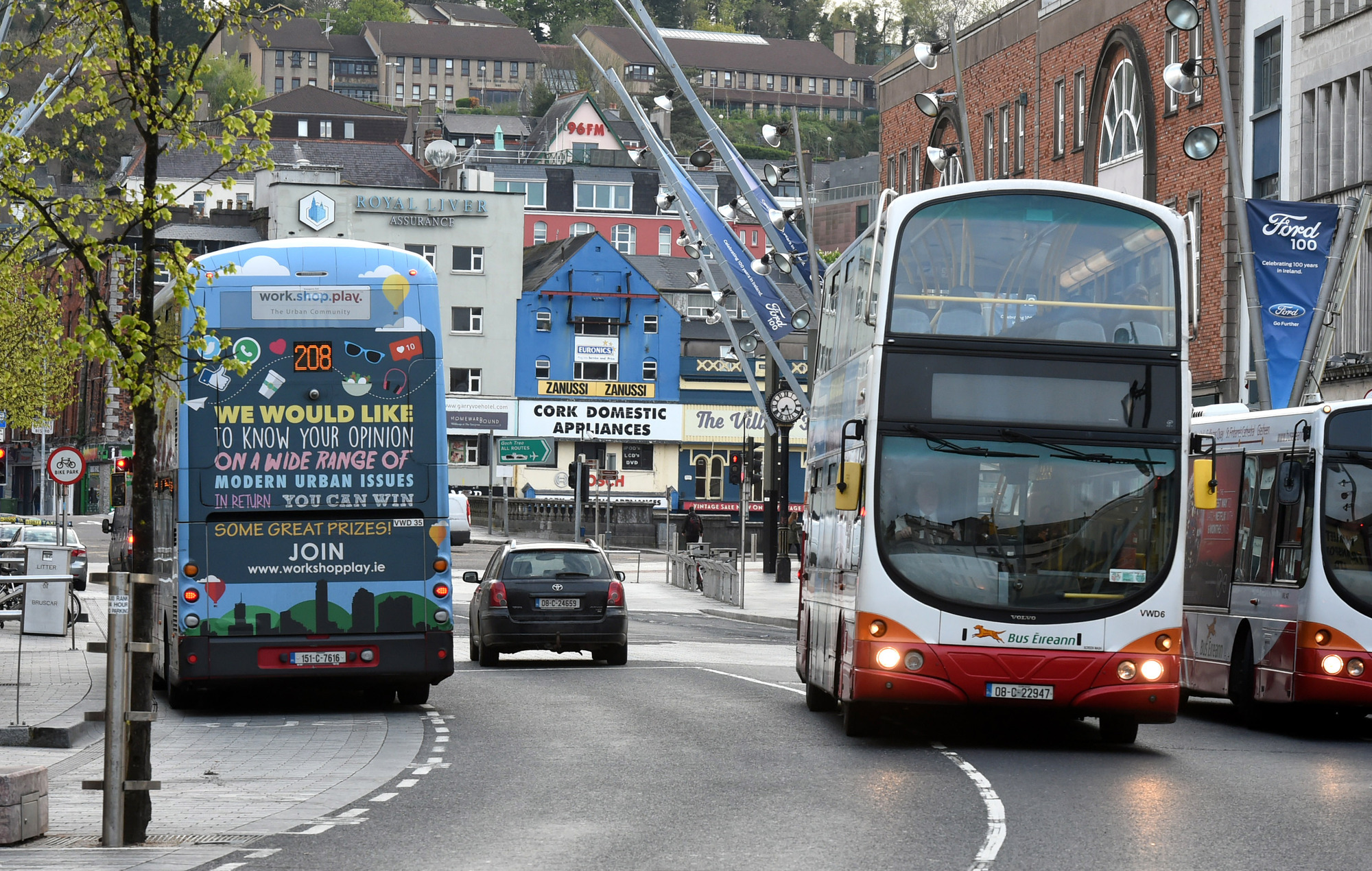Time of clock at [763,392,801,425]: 7:27
